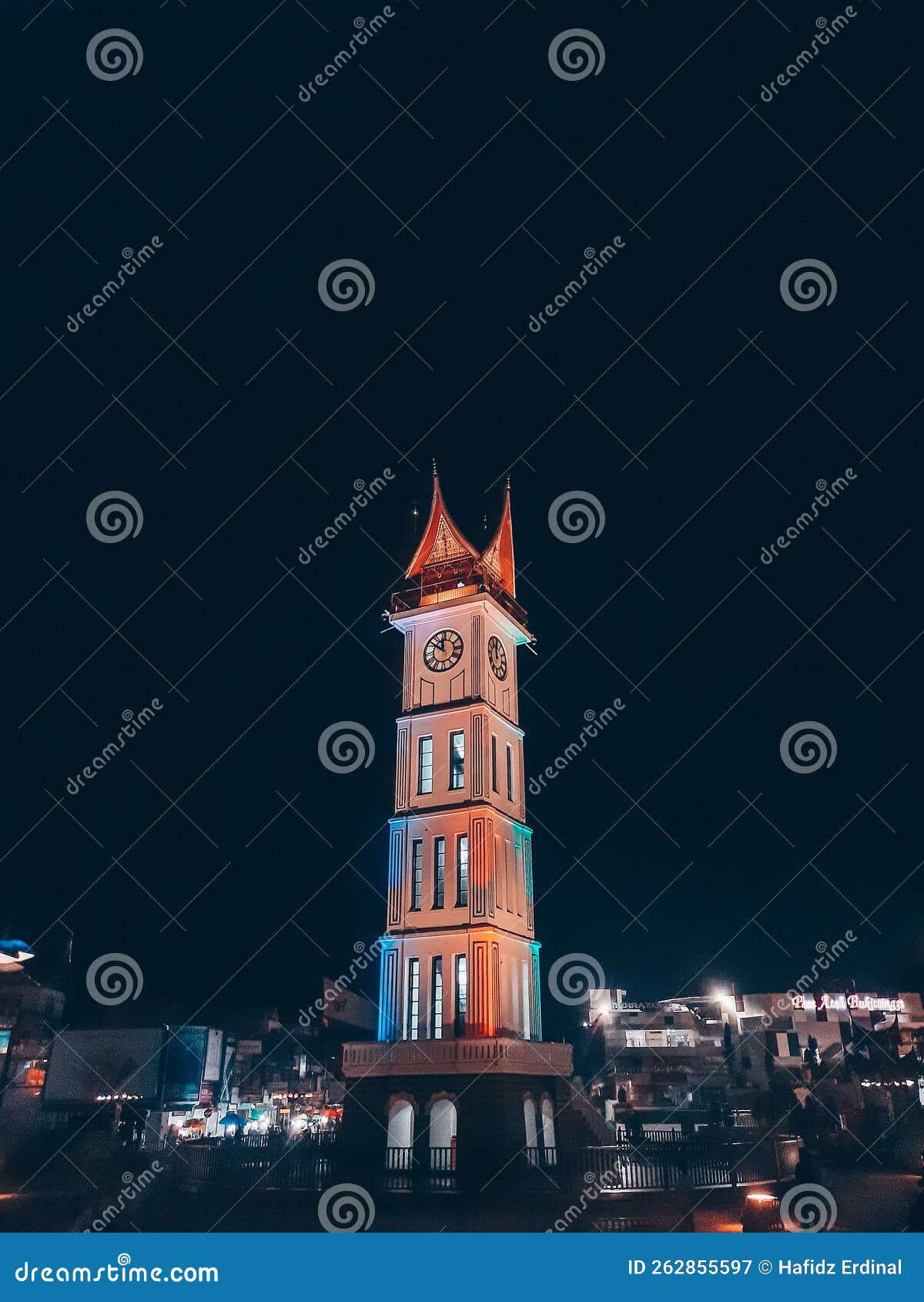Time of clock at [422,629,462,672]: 11:51
